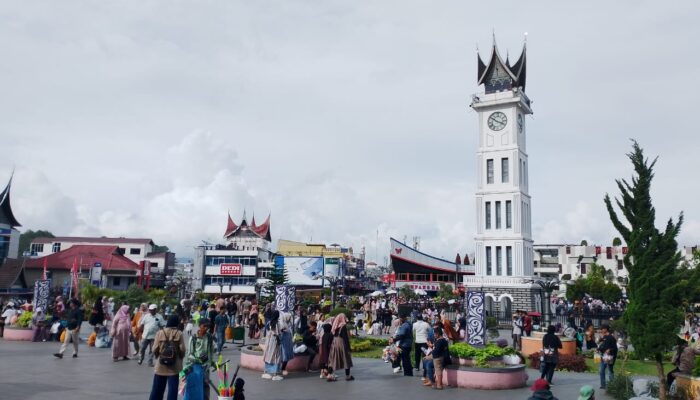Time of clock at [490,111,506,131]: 3:51
